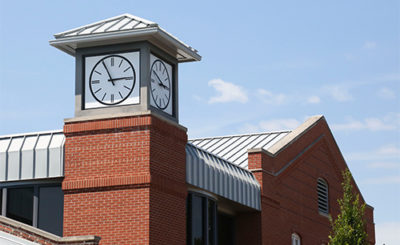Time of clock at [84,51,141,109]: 2:55
